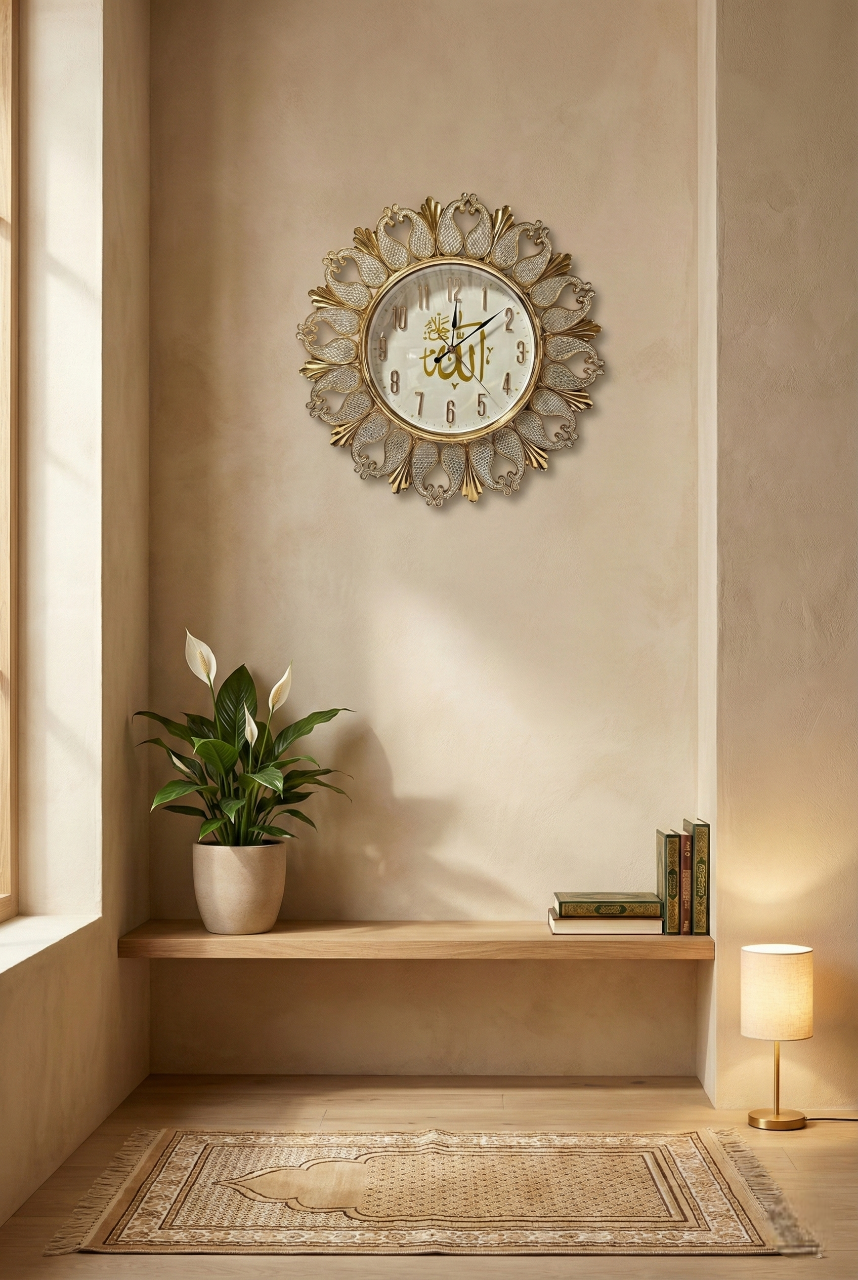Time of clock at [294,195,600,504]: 2:01
